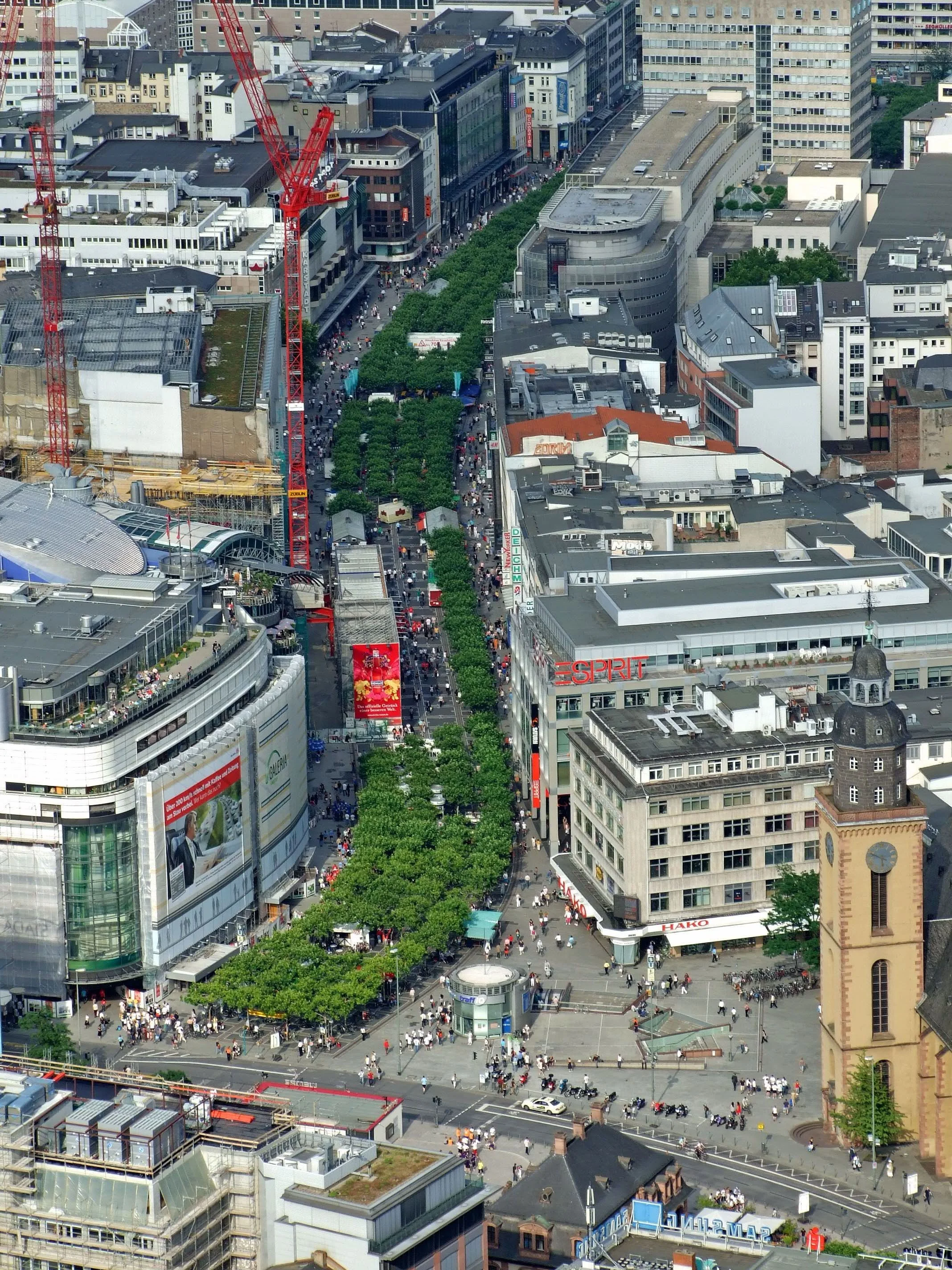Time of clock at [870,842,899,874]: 5:48
